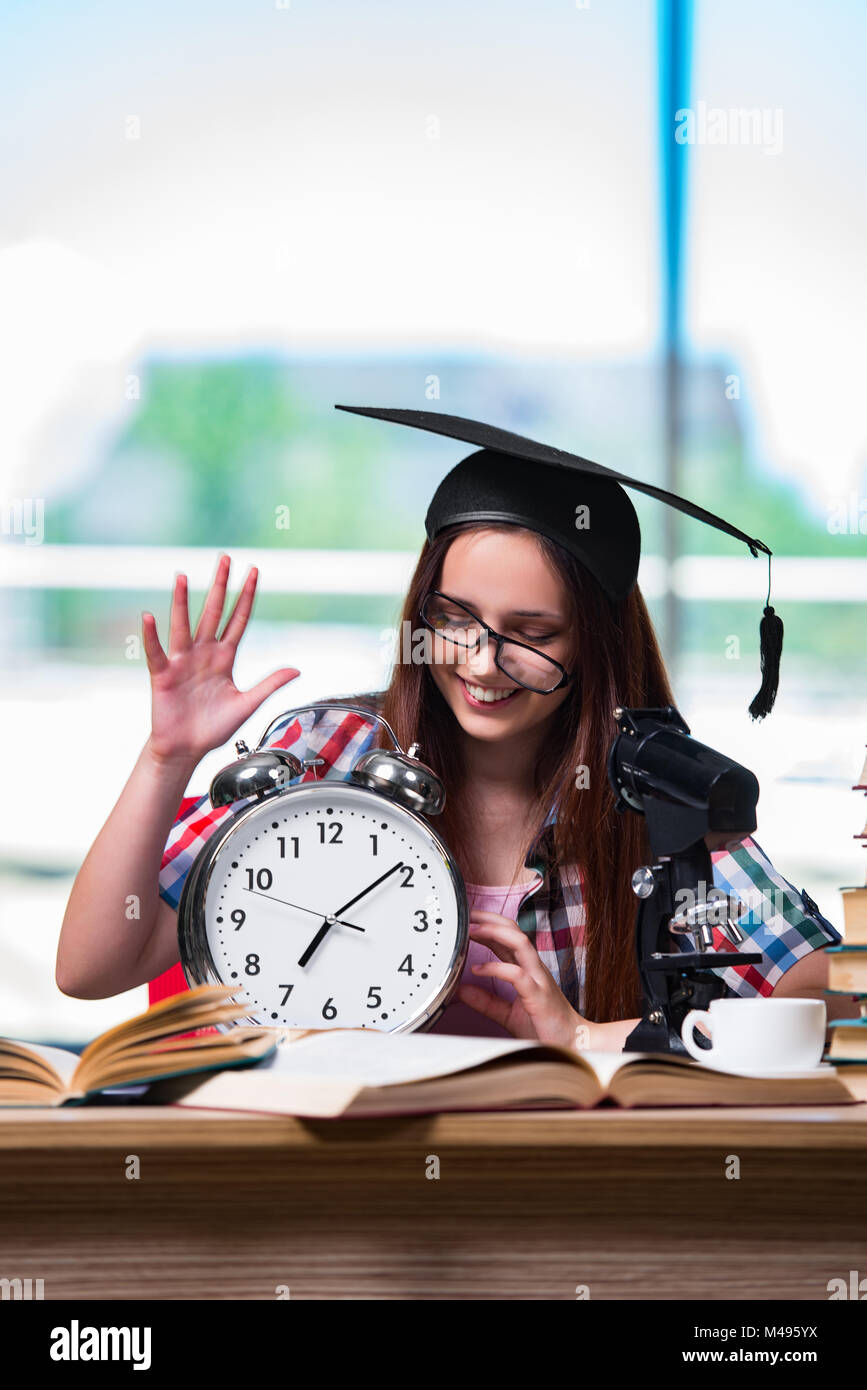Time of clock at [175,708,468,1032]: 7:08
